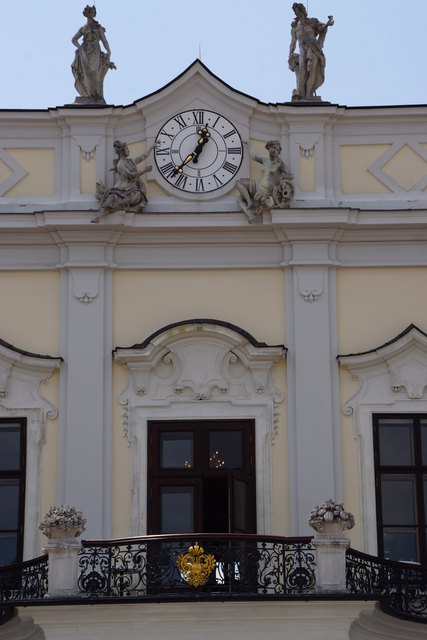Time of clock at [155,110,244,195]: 12:37
